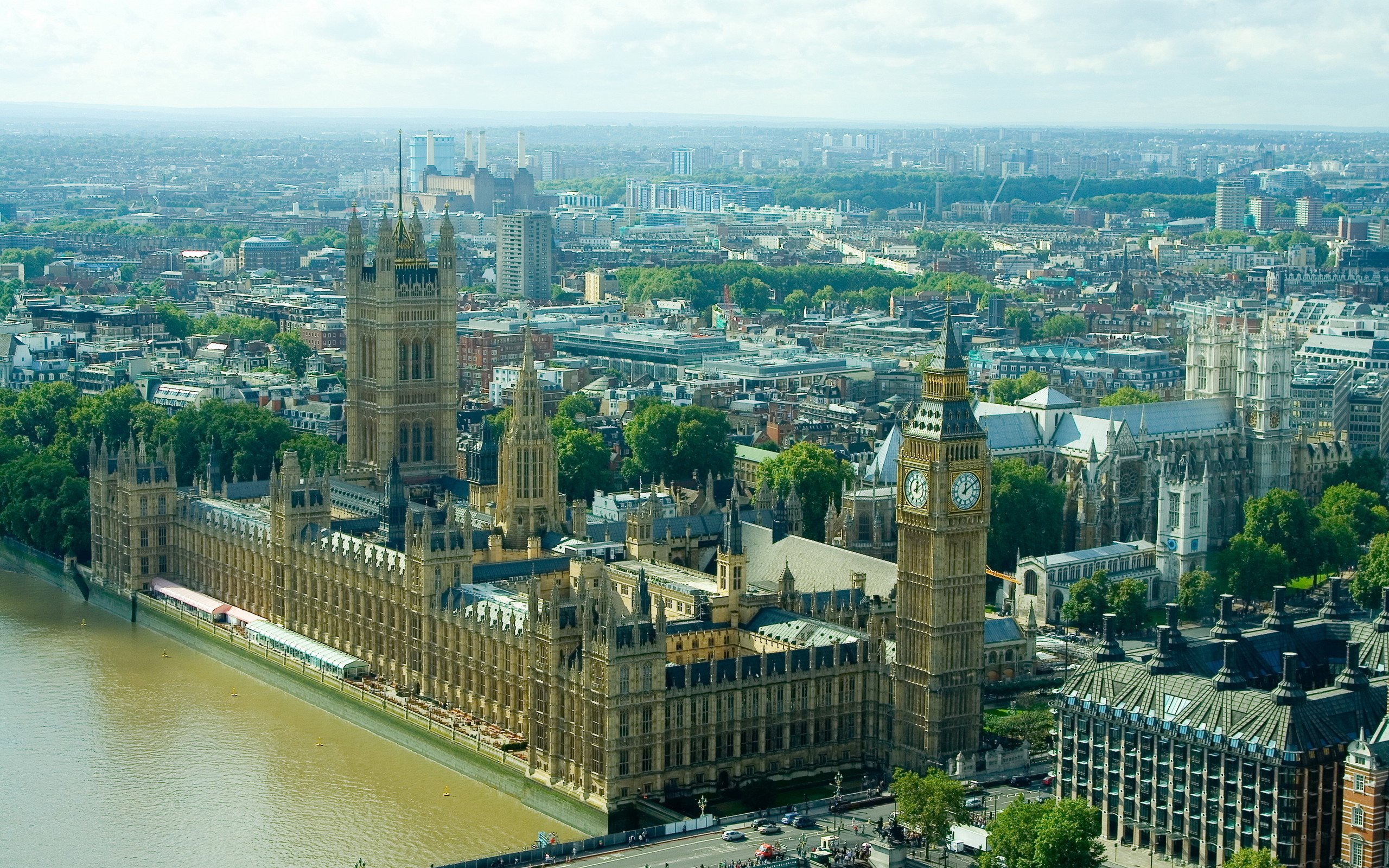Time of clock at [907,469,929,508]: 12:09
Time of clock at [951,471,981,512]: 12:09
